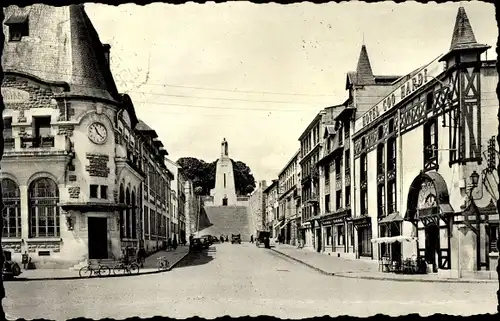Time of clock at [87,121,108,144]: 11:21
